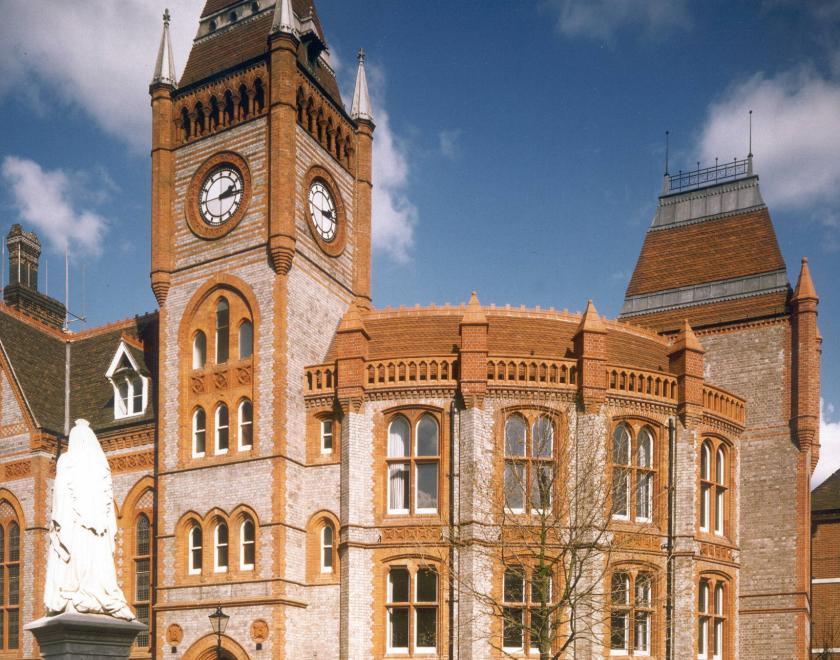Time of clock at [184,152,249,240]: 2:14
